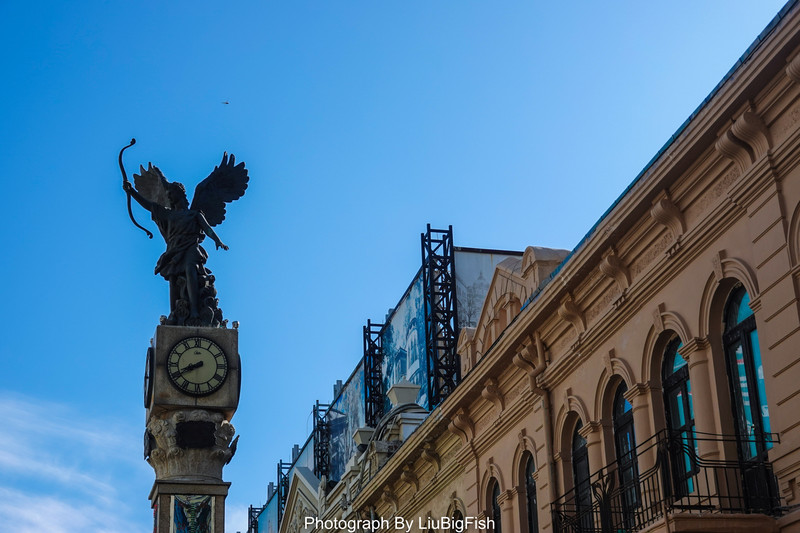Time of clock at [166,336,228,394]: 8:40
